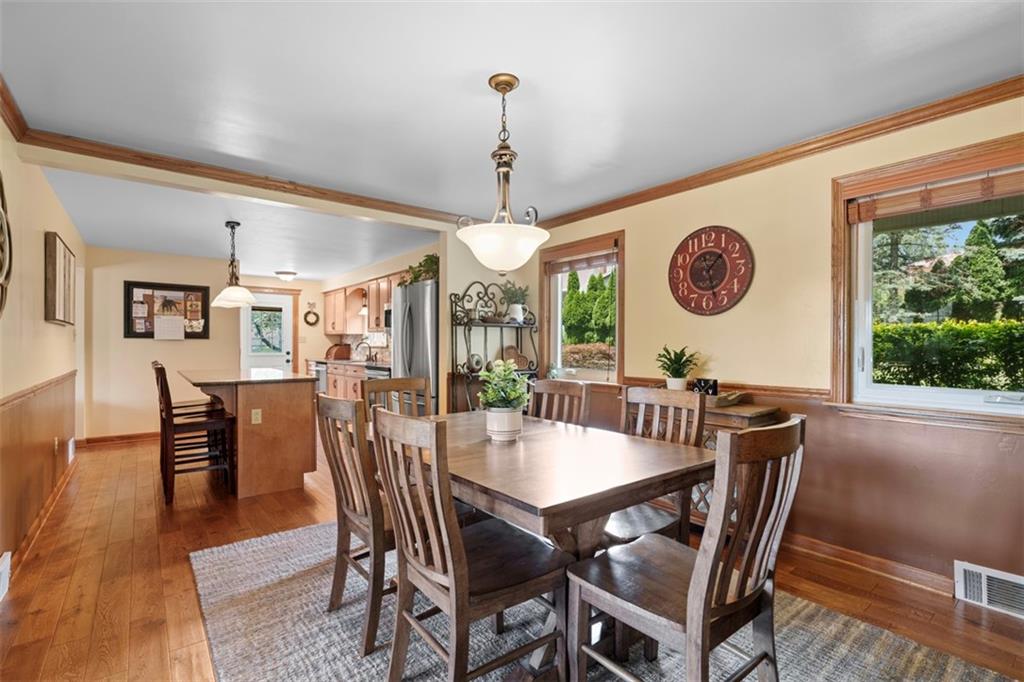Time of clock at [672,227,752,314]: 1:27
